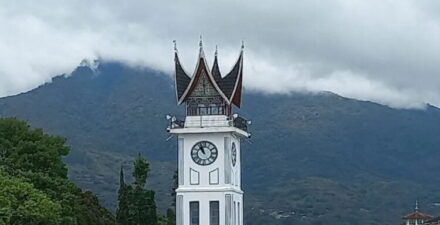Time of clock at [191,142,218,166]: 10:56
